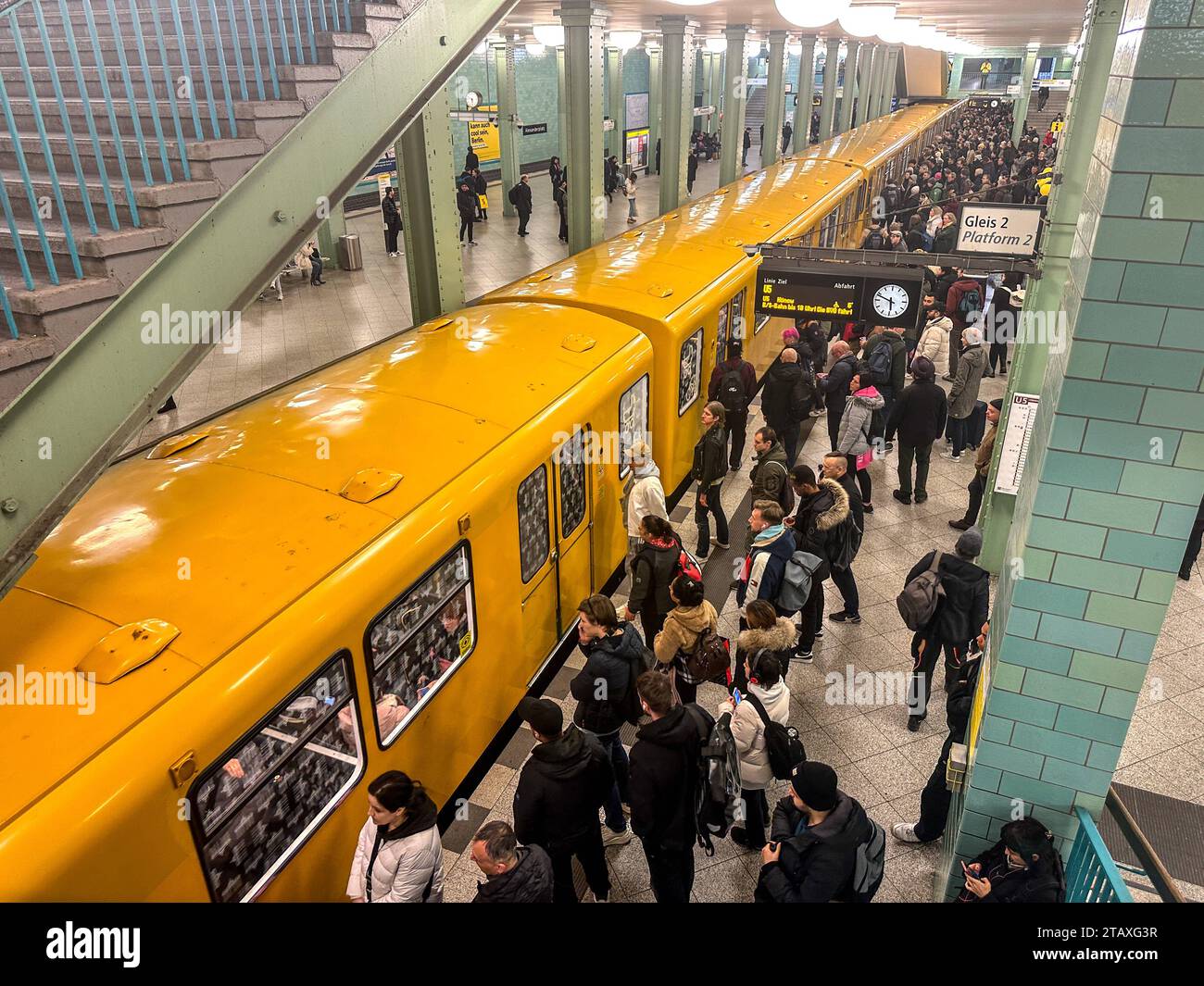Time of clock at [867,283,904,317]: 5:48
